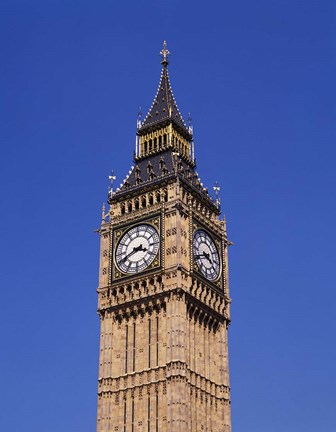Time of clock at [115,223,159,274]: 3:40
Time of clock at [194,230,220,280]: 3:40
